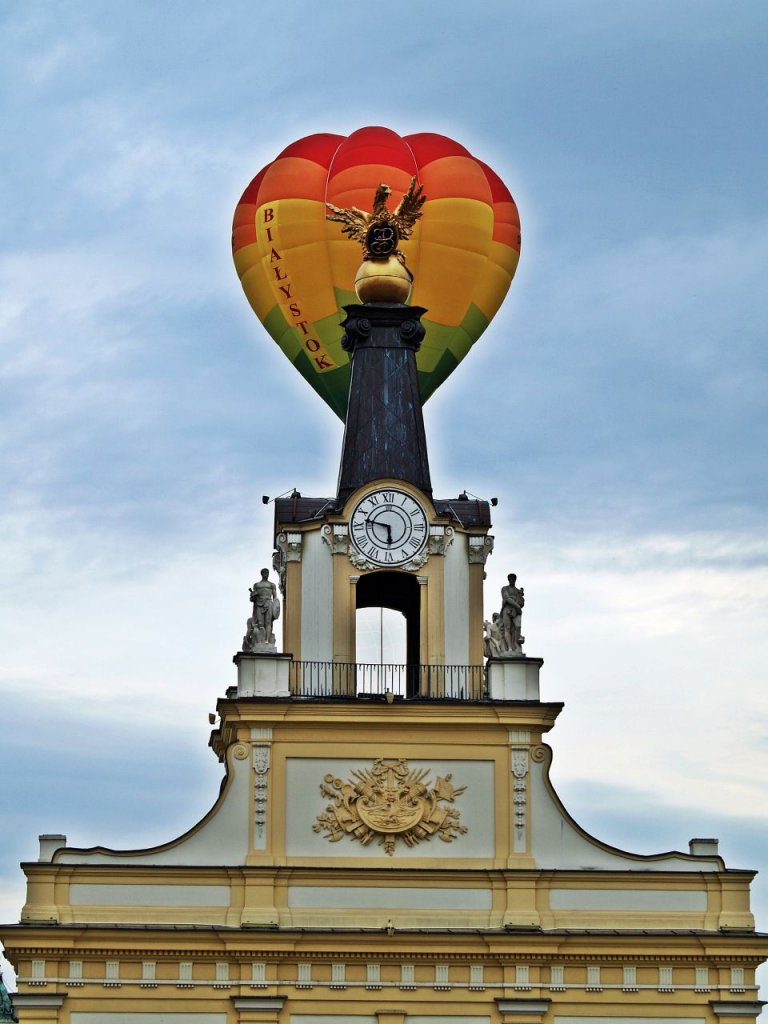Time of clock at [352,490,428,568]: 5:47
